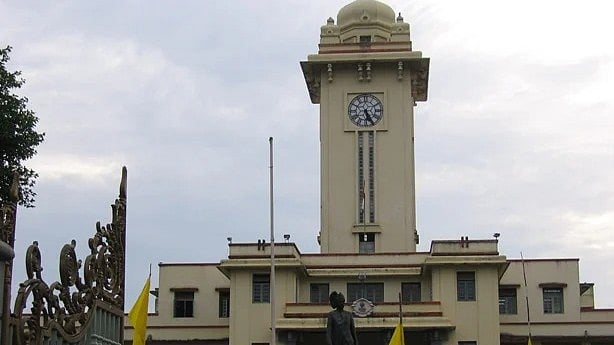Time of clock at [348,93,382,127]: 5:26
